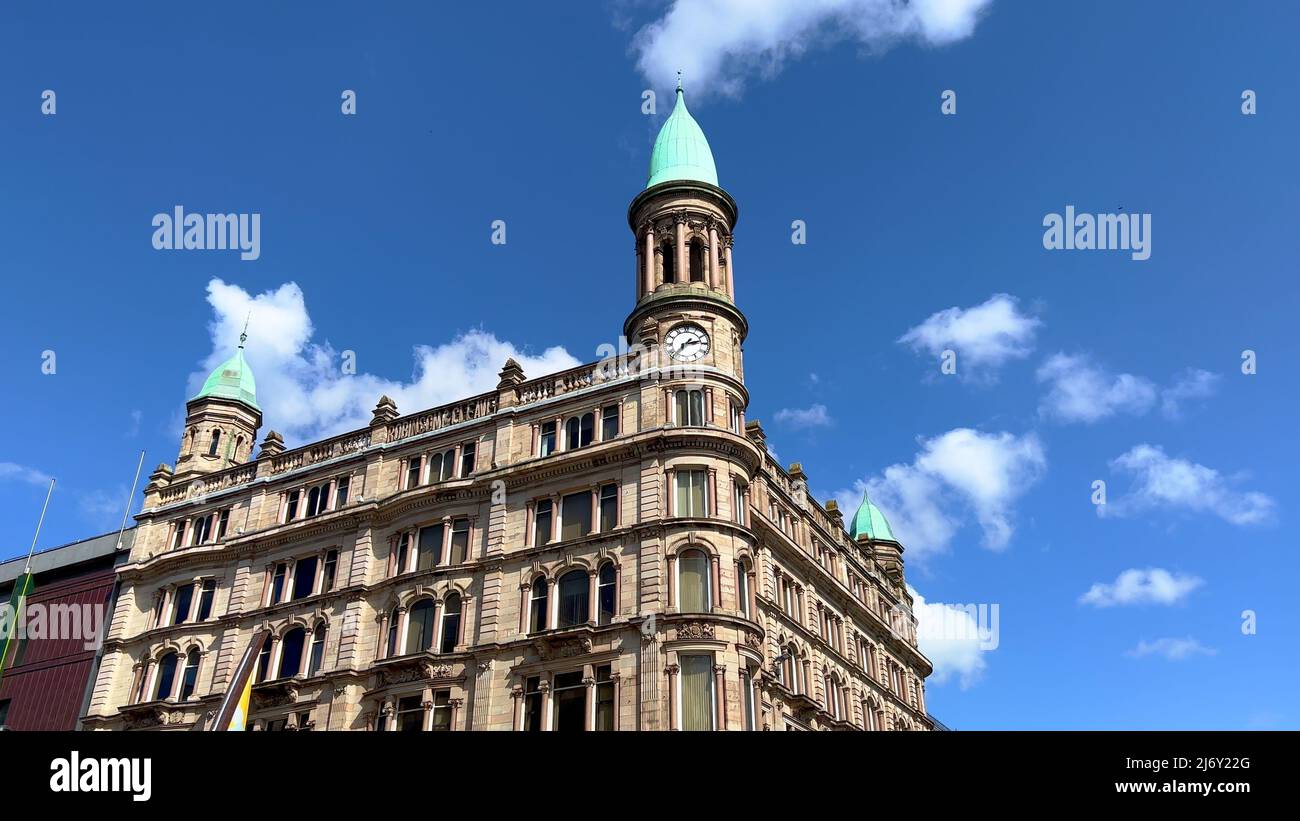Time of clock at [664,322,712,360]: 2:37
